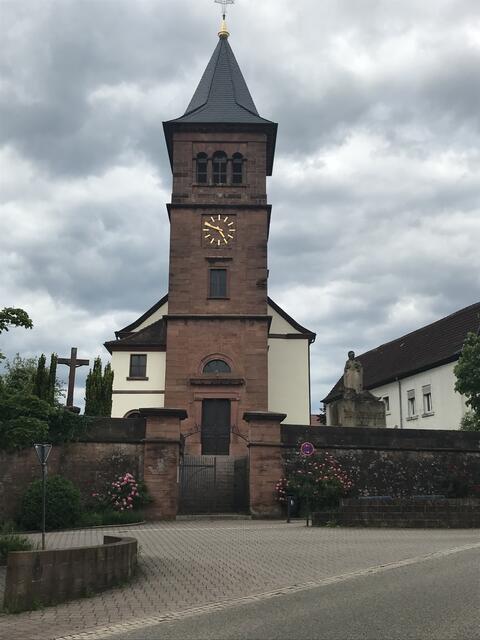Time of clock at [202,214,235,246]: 4:48
